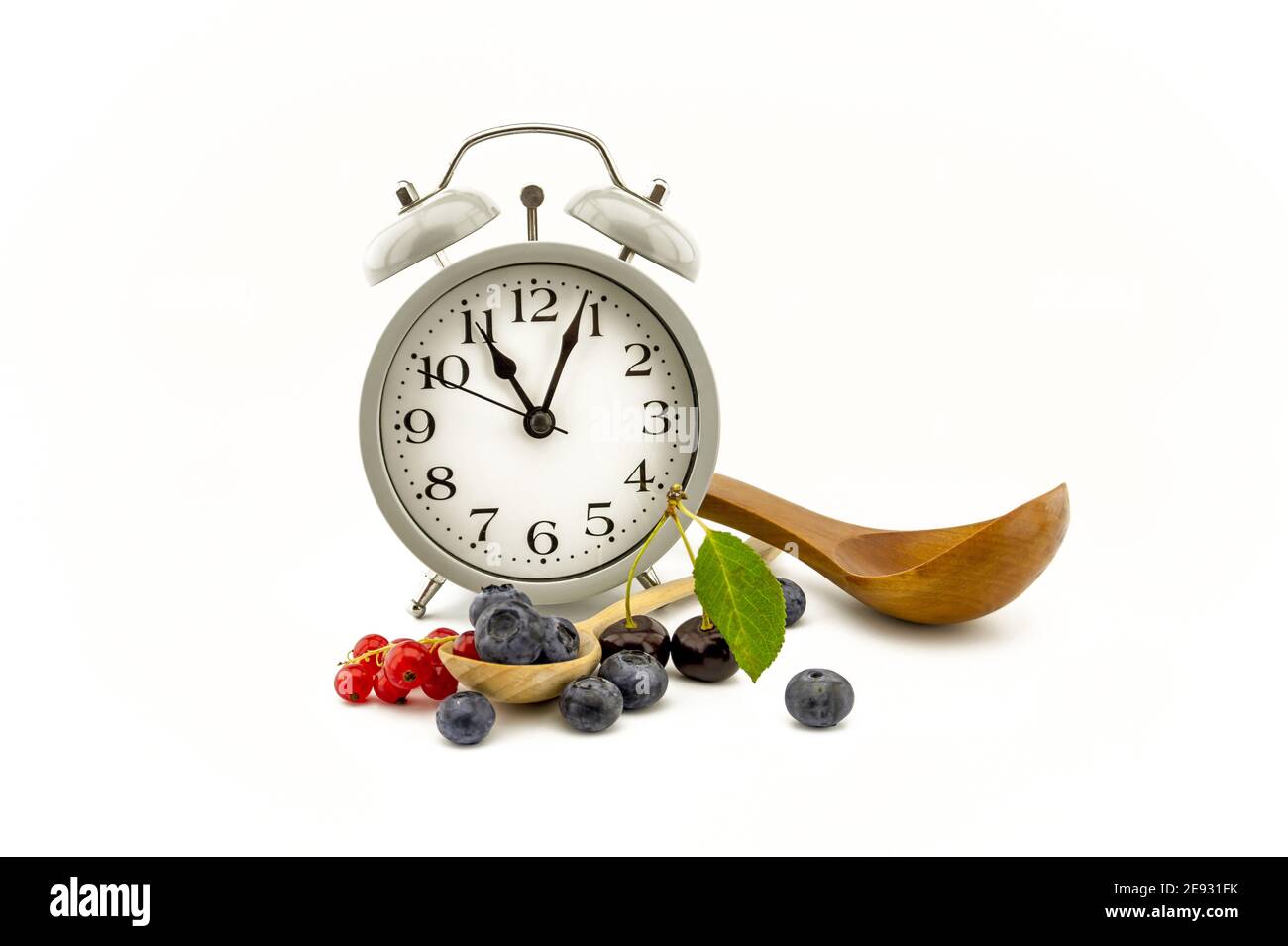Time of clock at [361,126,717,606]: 11:03
